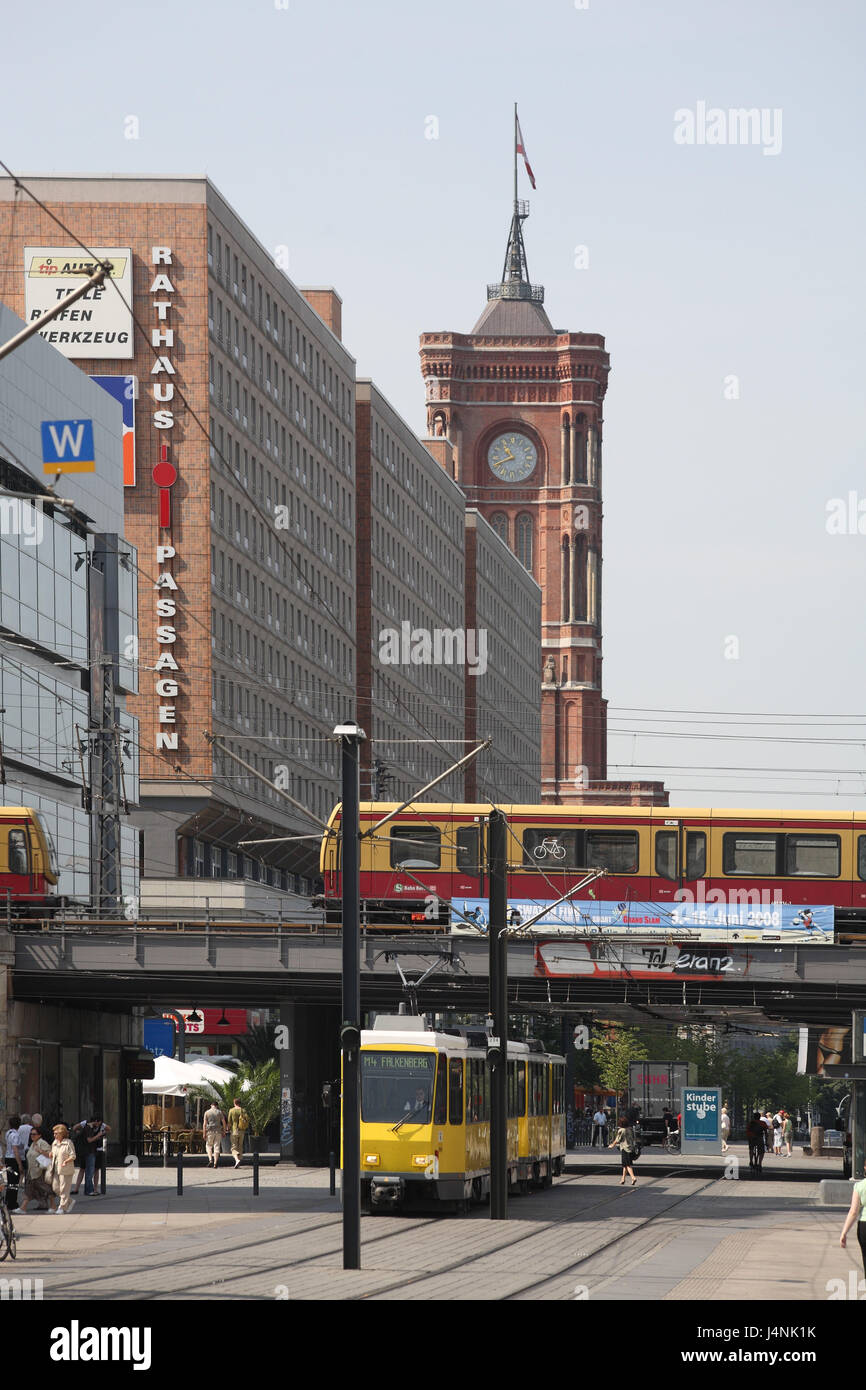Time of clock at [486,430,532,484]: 10:41
